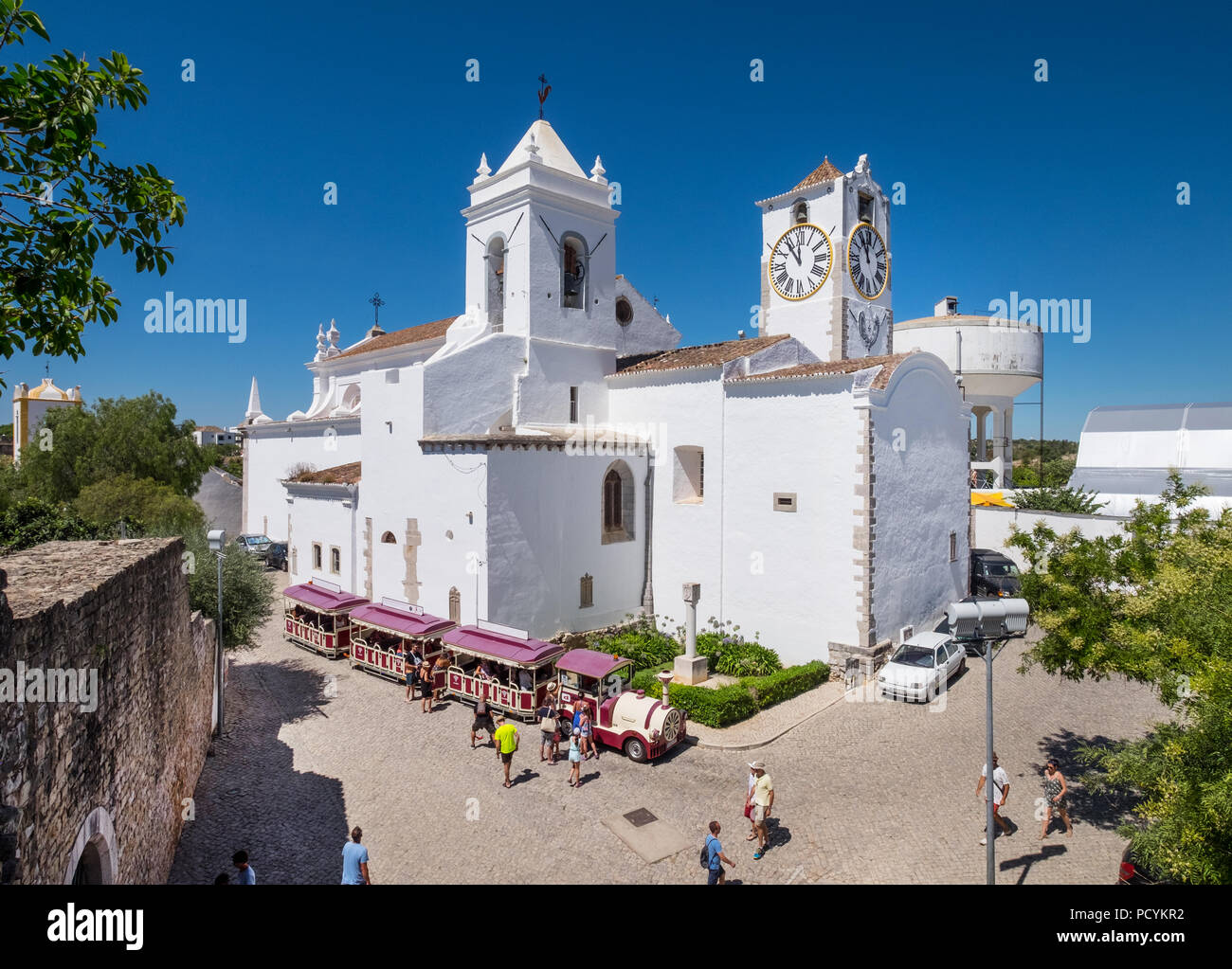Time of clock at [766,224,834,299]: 11:53
